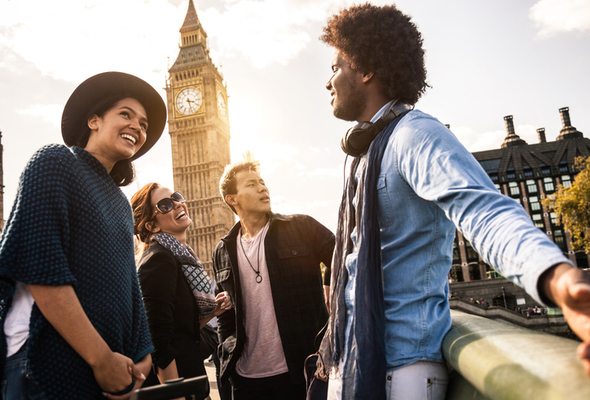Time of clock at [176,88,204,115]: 3:27
